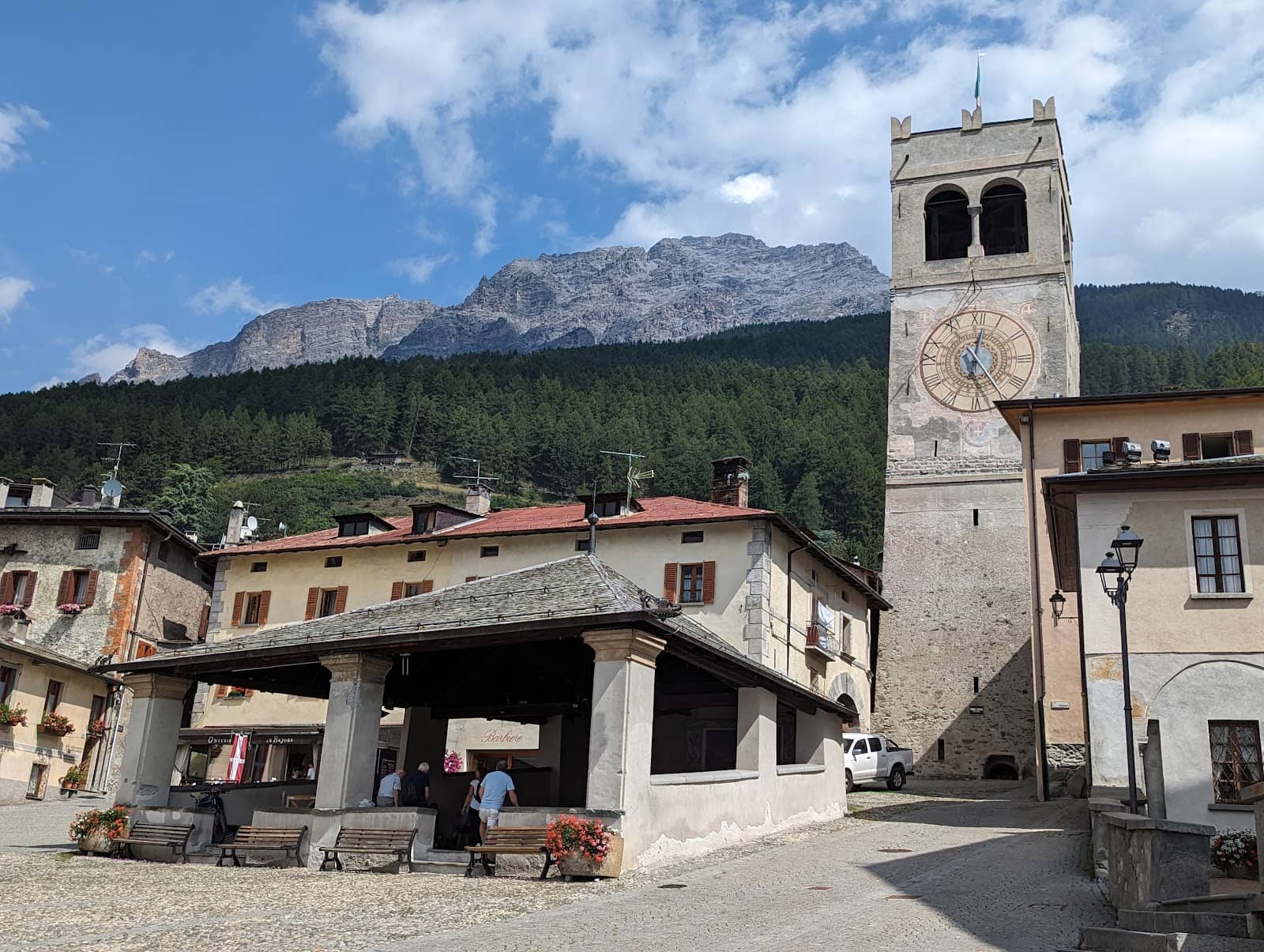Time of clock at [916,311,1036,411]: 12:24
